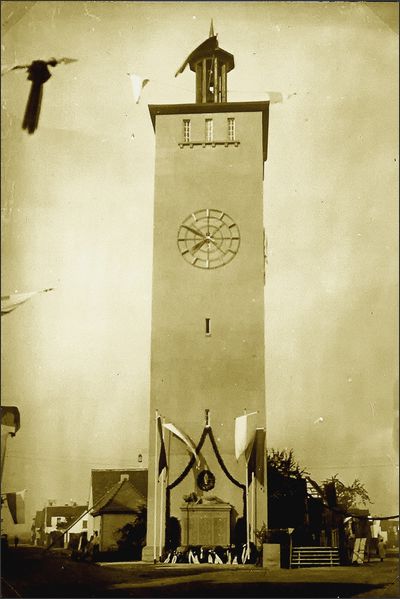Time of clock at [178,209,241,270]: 7:49
